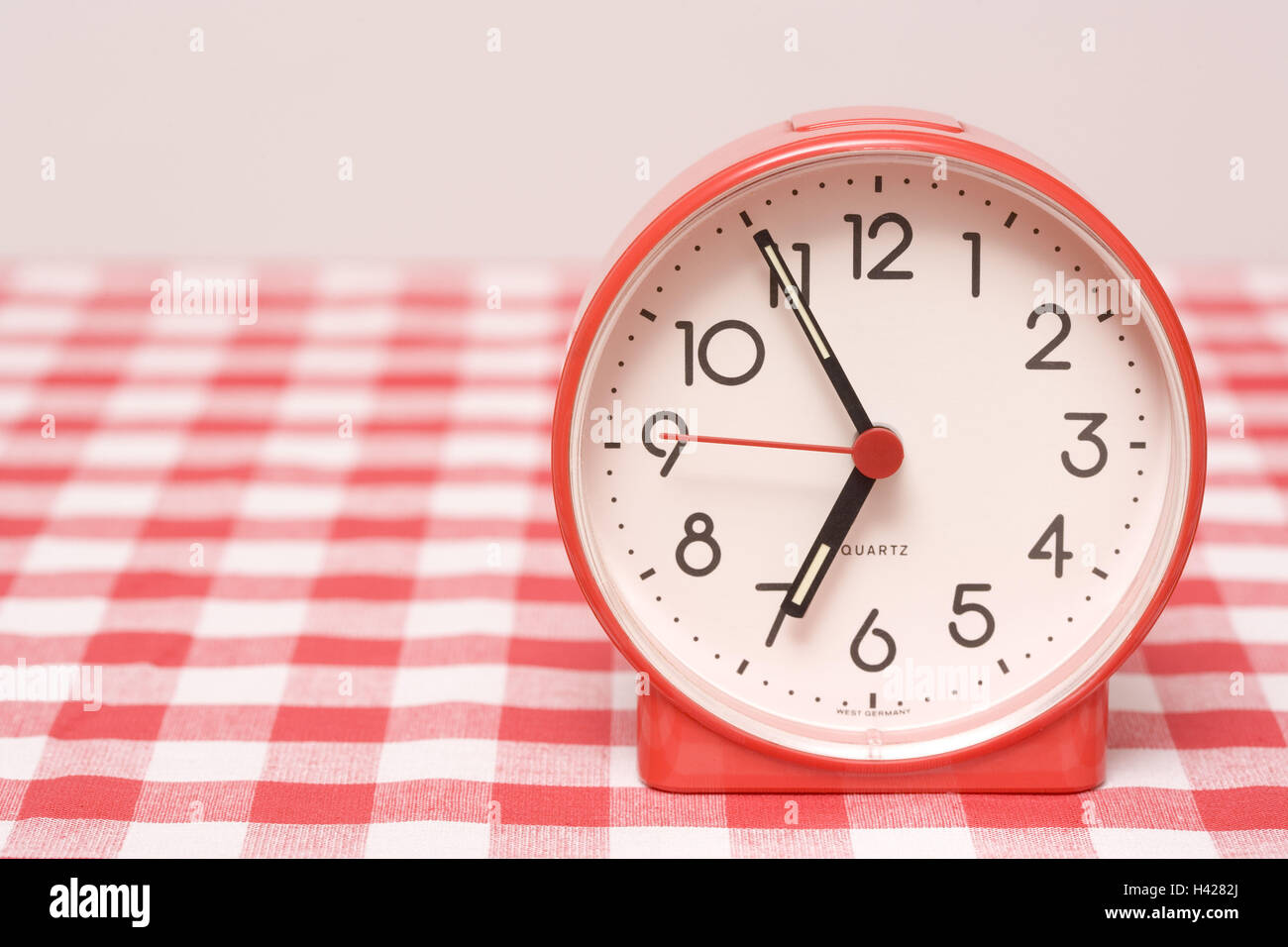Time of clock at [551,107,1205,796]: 6:55
